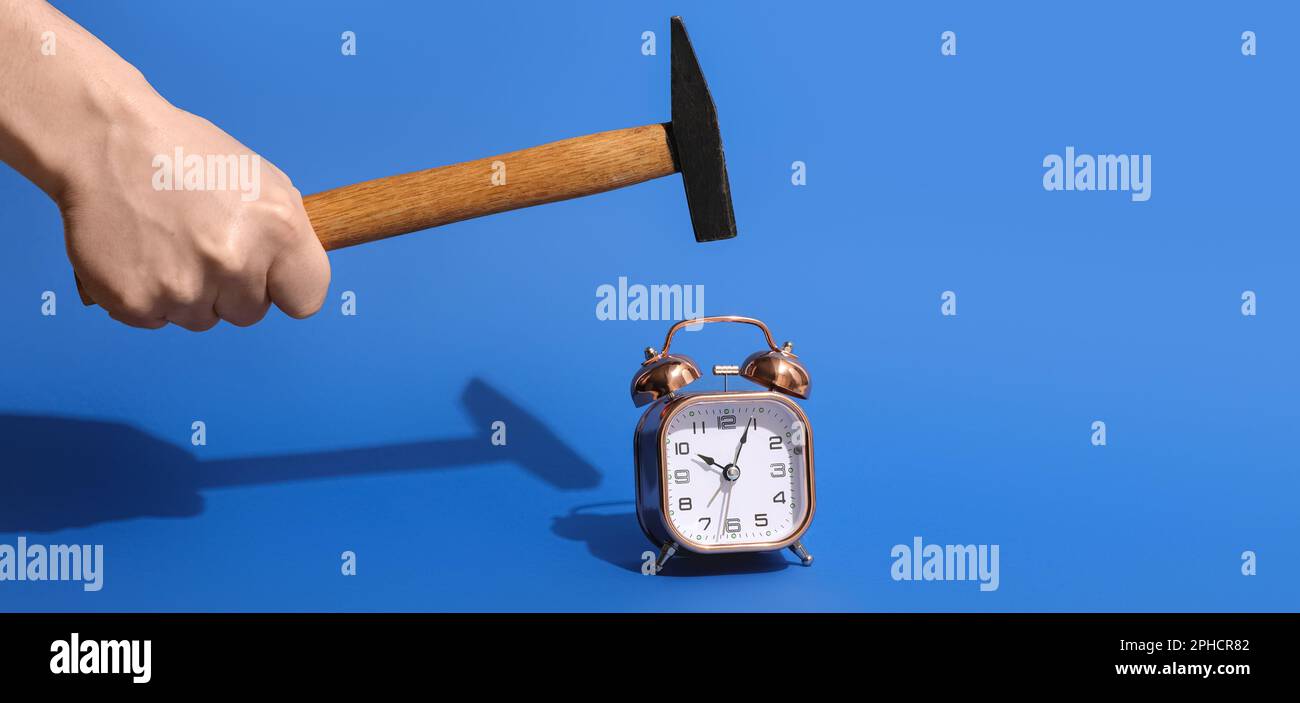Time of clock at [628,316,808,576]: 10:04
